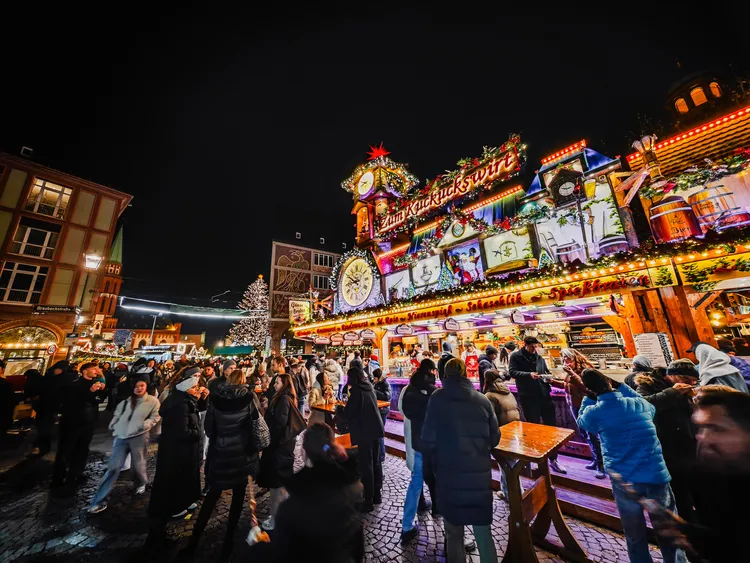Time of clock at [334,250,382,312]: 8:49
